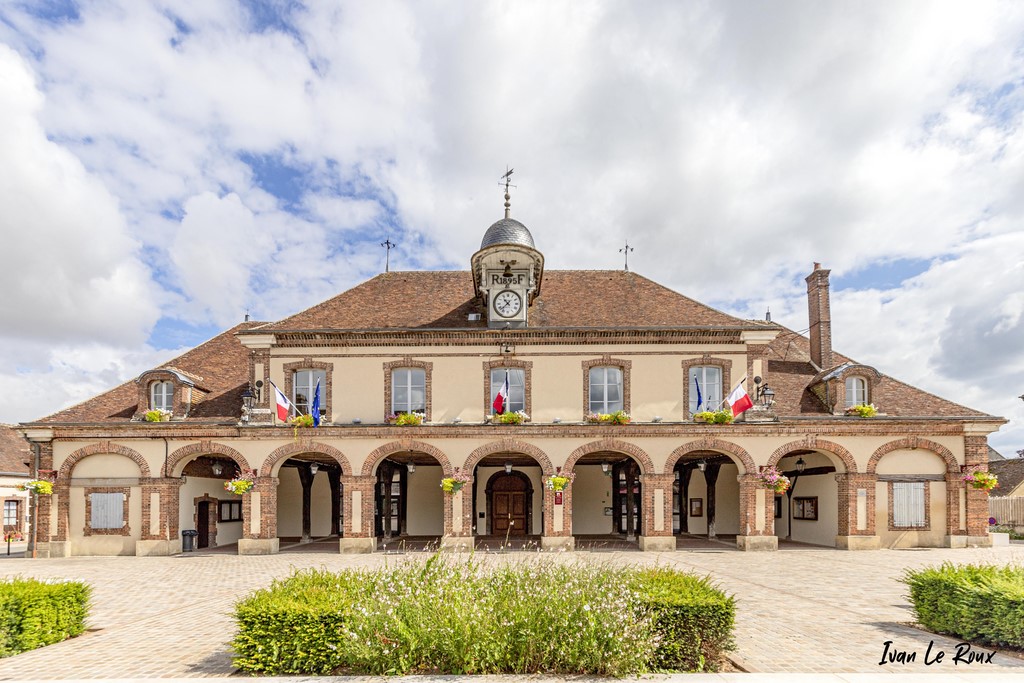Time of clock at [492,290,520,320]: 10:37
